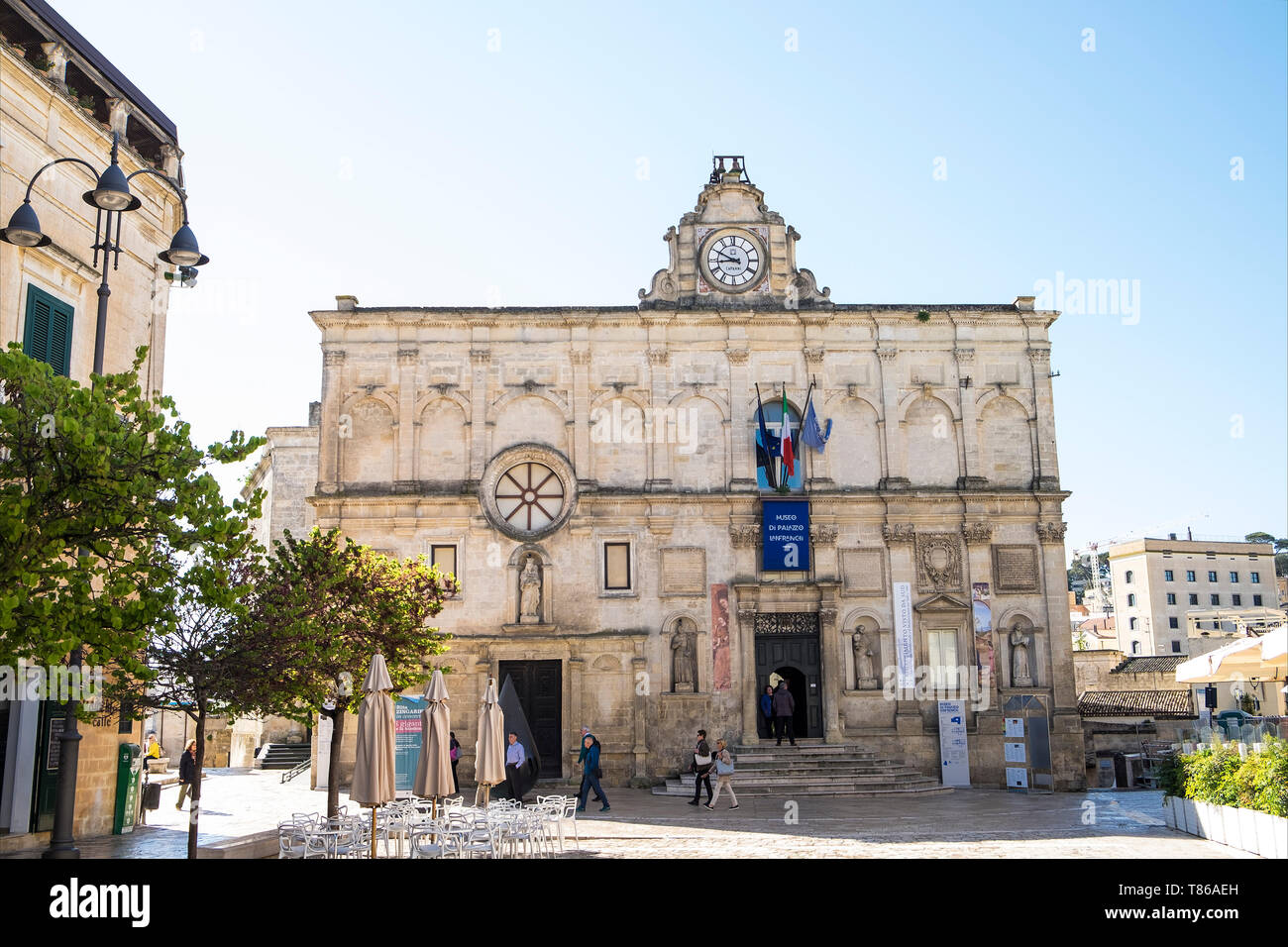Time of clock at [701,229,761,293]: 8:49
